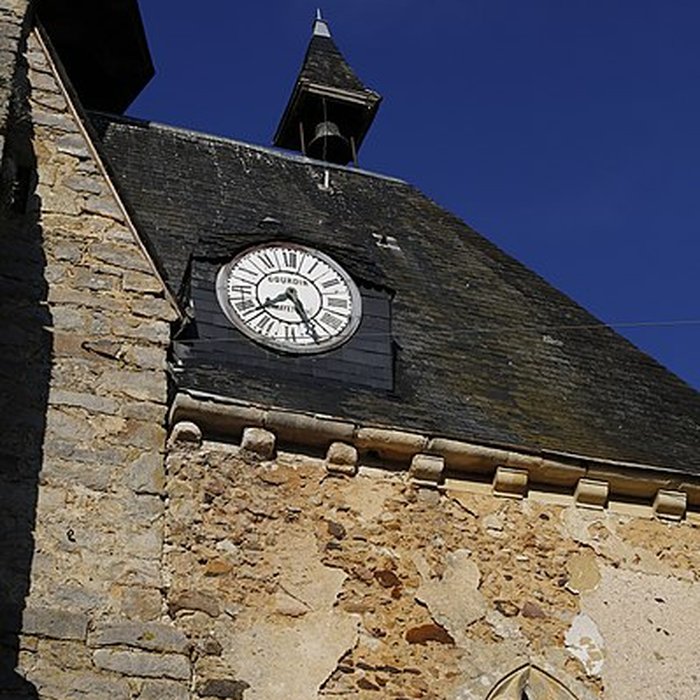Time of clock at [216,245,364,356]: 7:25
